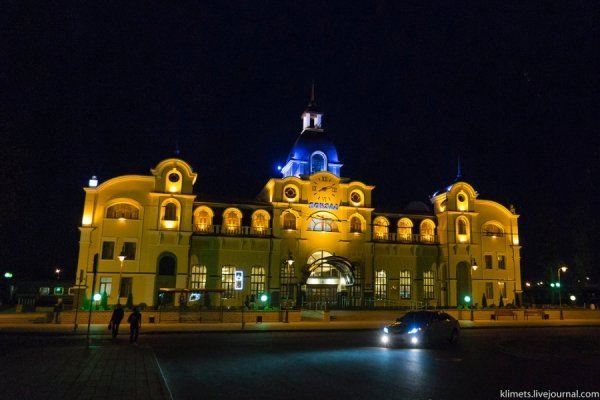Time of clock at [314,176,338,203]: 8:12
